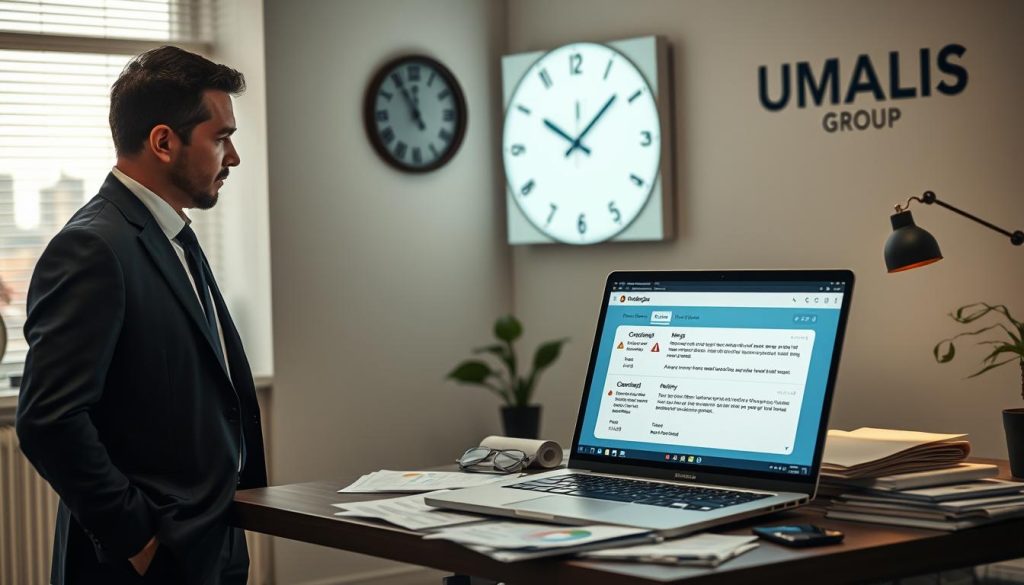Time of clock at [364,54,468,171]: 11:55
